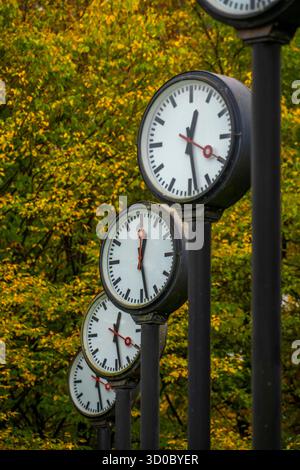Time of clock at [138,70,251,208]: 12:28
